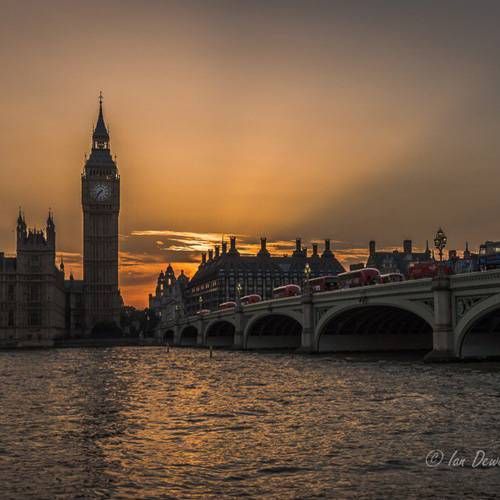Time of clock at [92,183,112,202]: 7:36
